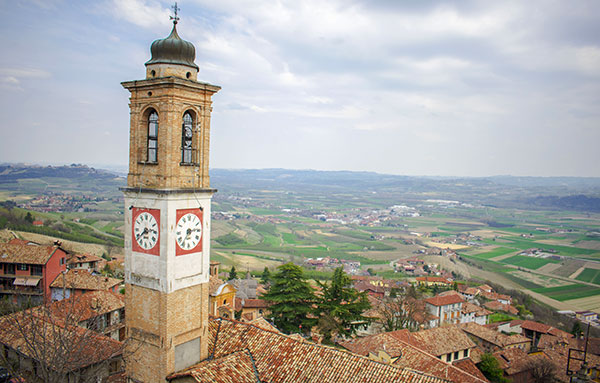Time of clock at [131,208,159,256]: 2:38
